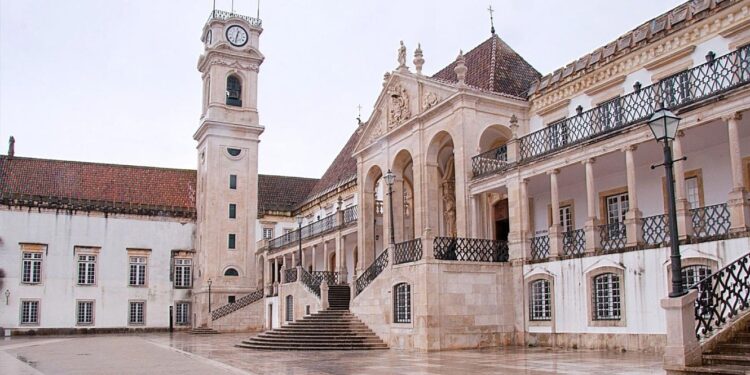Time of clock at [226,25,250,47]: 12:32
